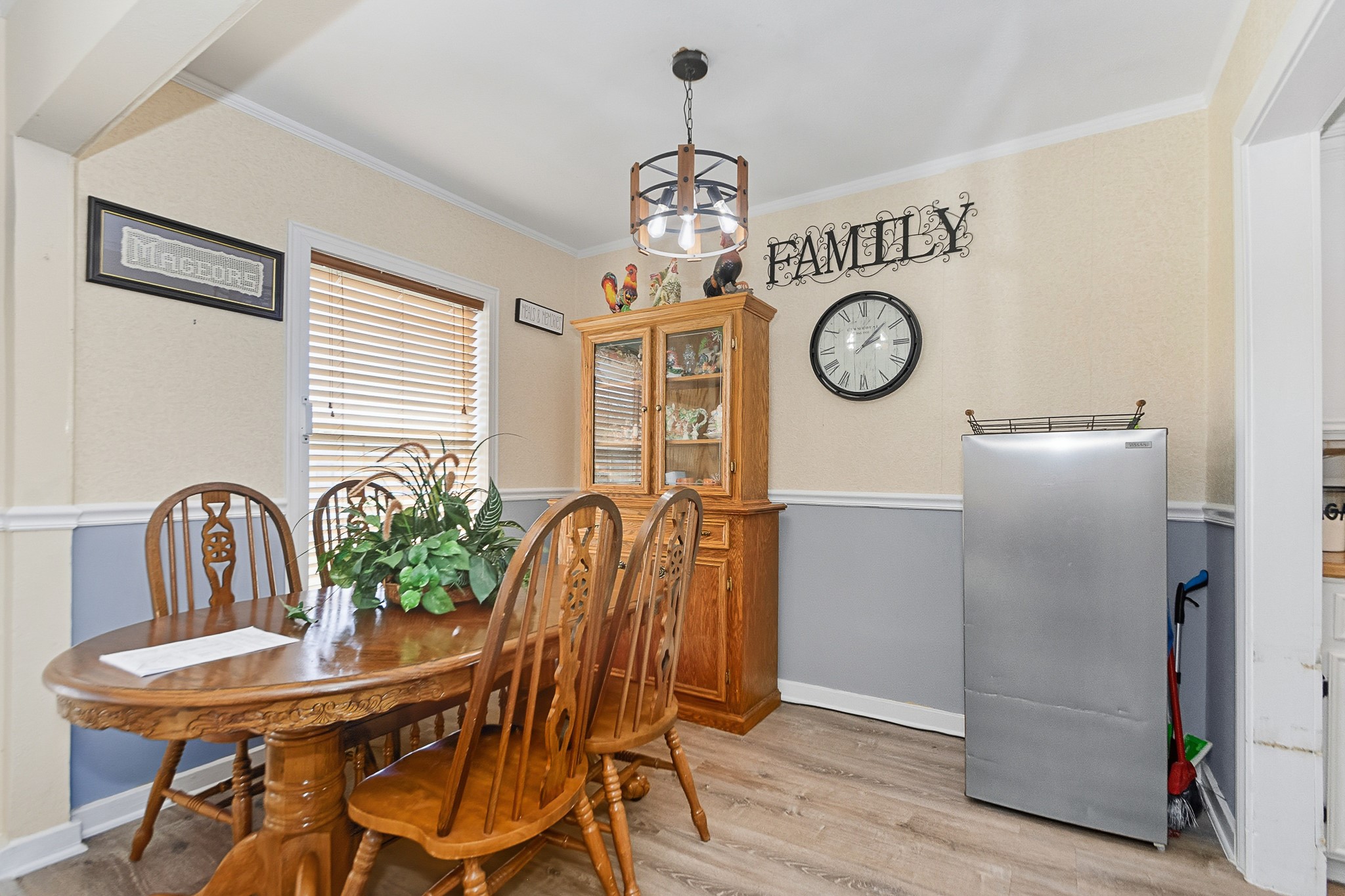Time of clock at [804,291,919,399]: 2:07
